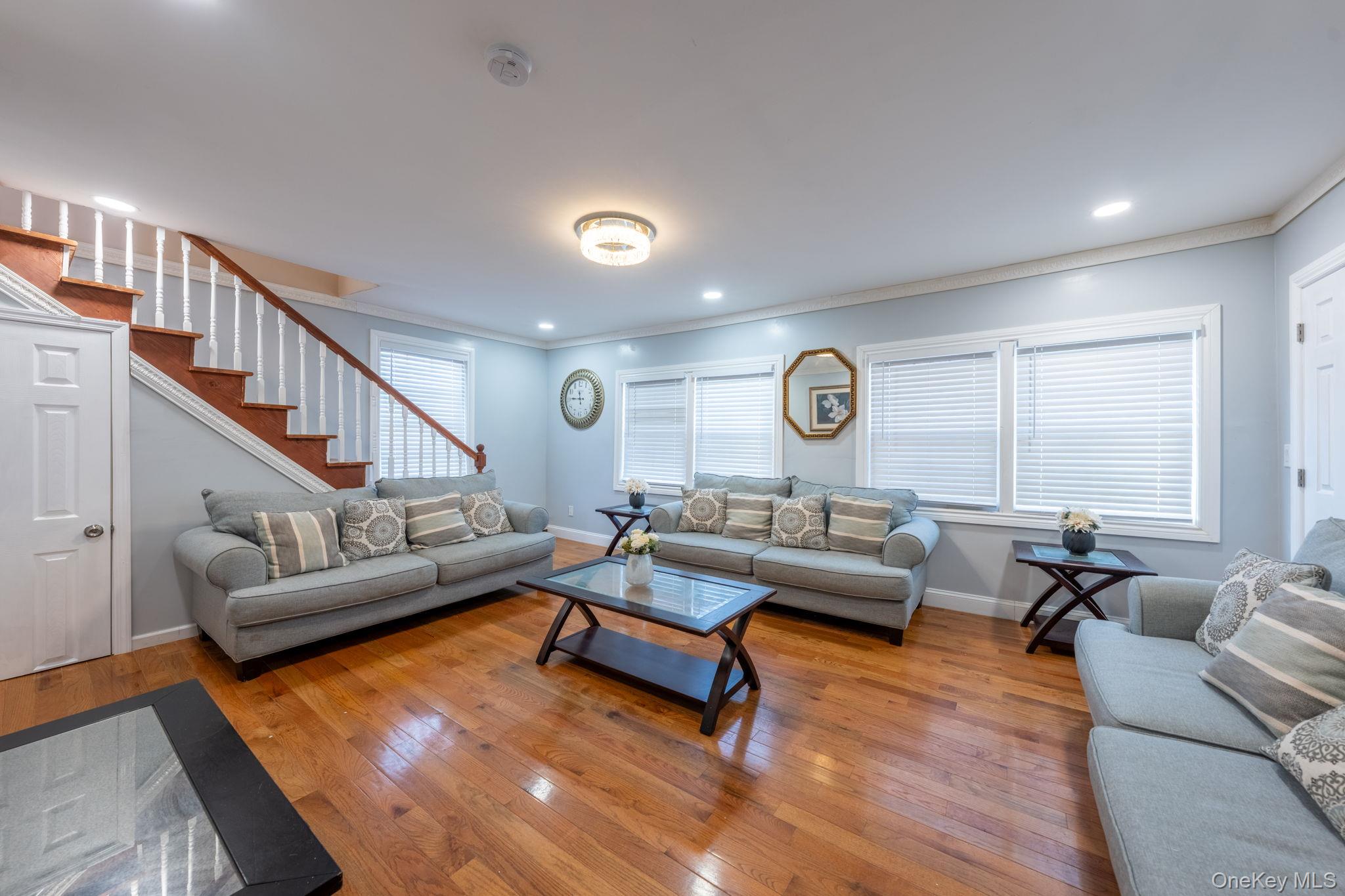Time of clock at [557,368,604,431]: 11:45
